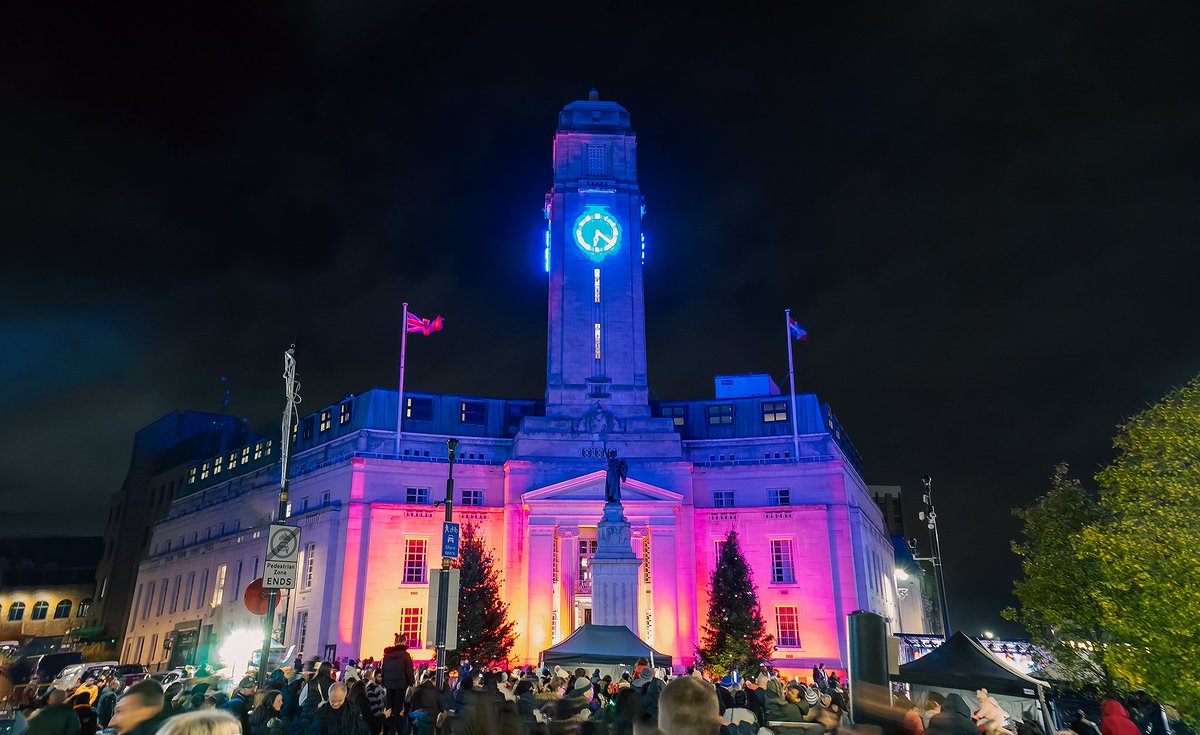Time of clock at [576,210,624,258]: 6:21
